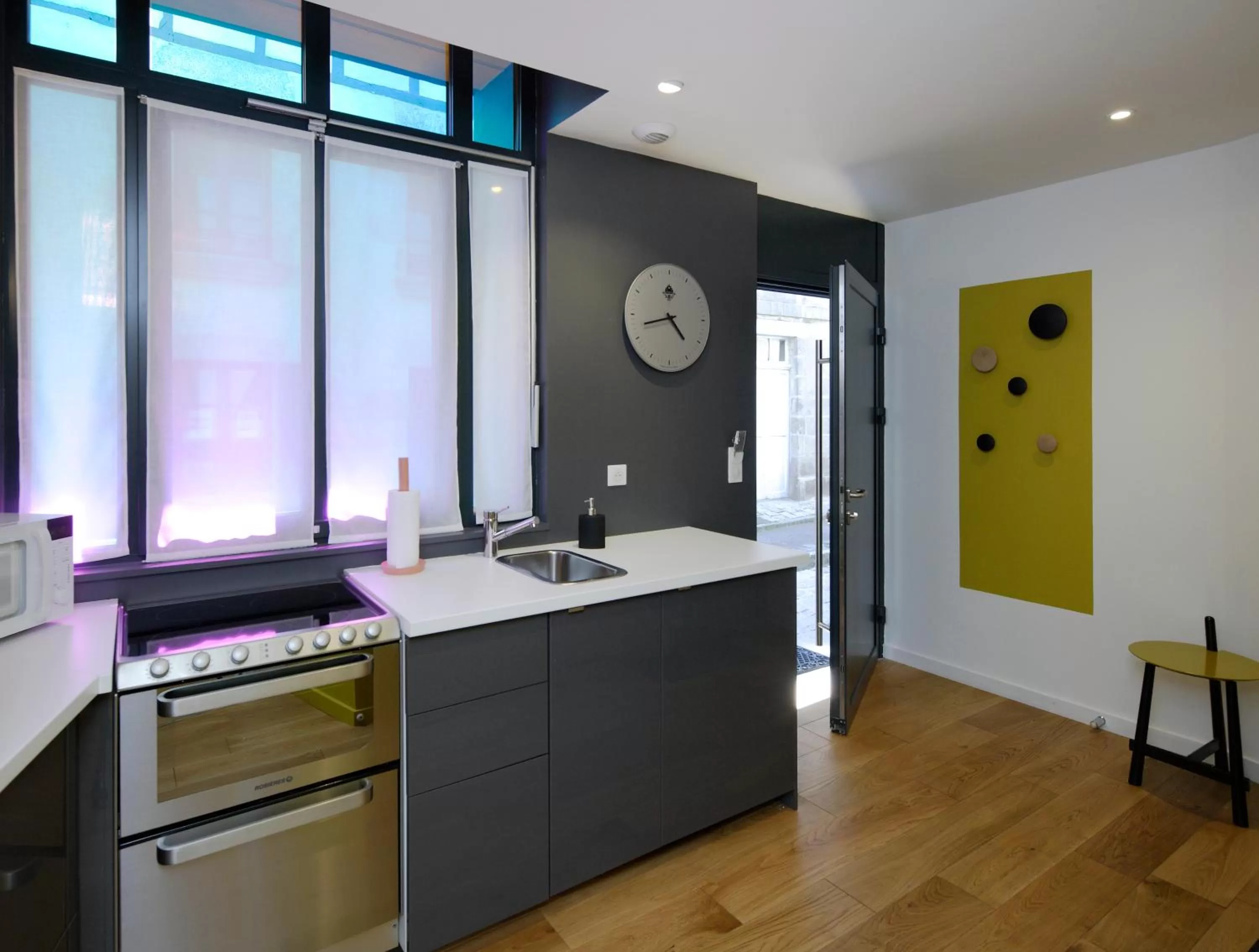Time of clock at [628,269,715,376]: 4:42
